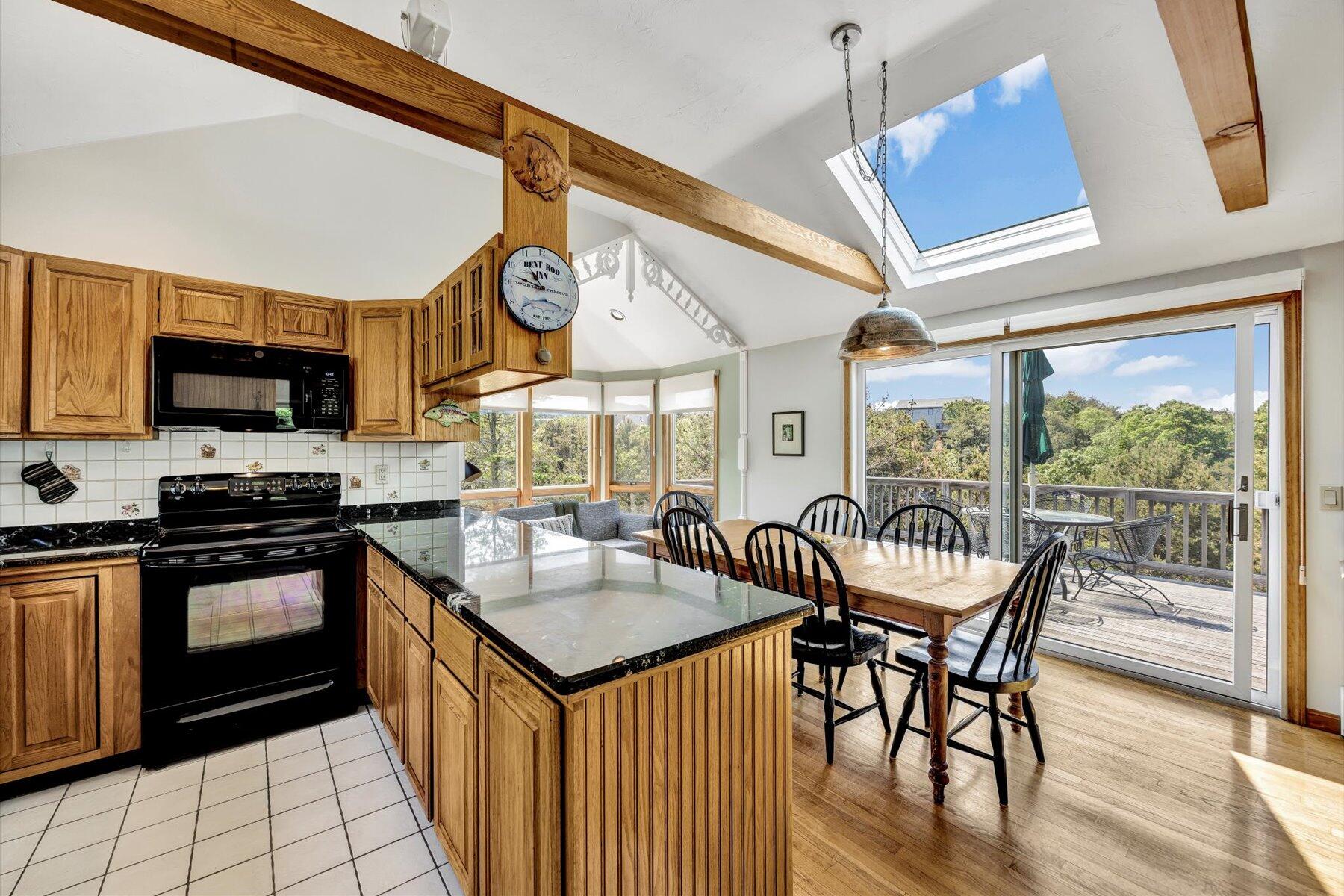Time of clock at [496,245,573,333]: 10:47
